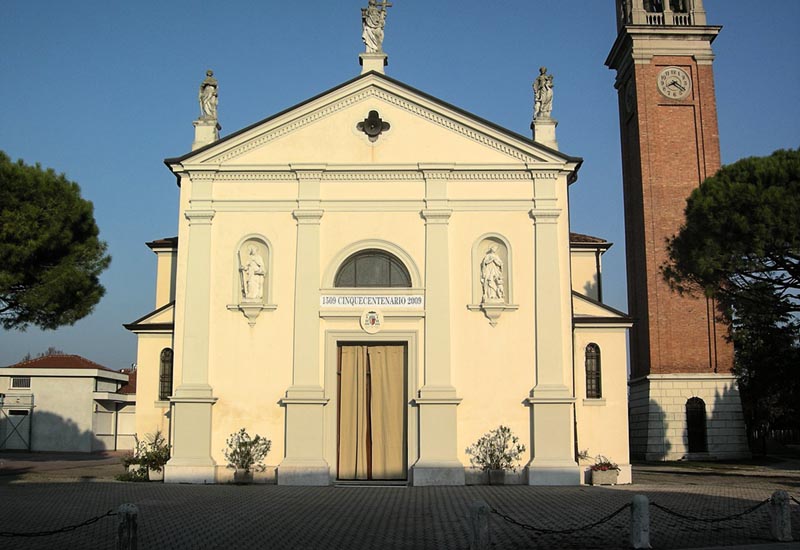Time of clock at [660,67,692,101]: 8:20
